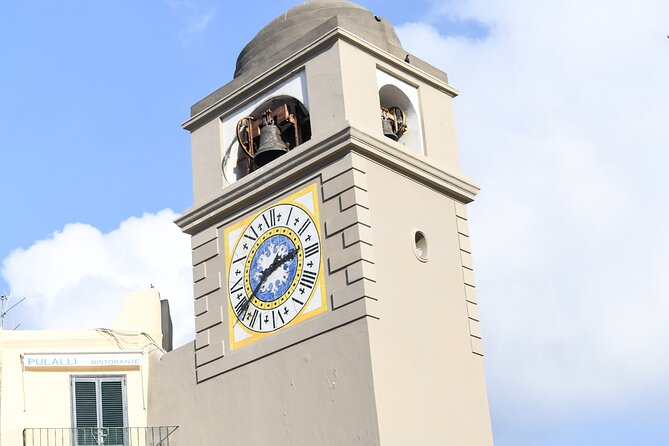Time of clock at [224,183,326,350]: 2:38
